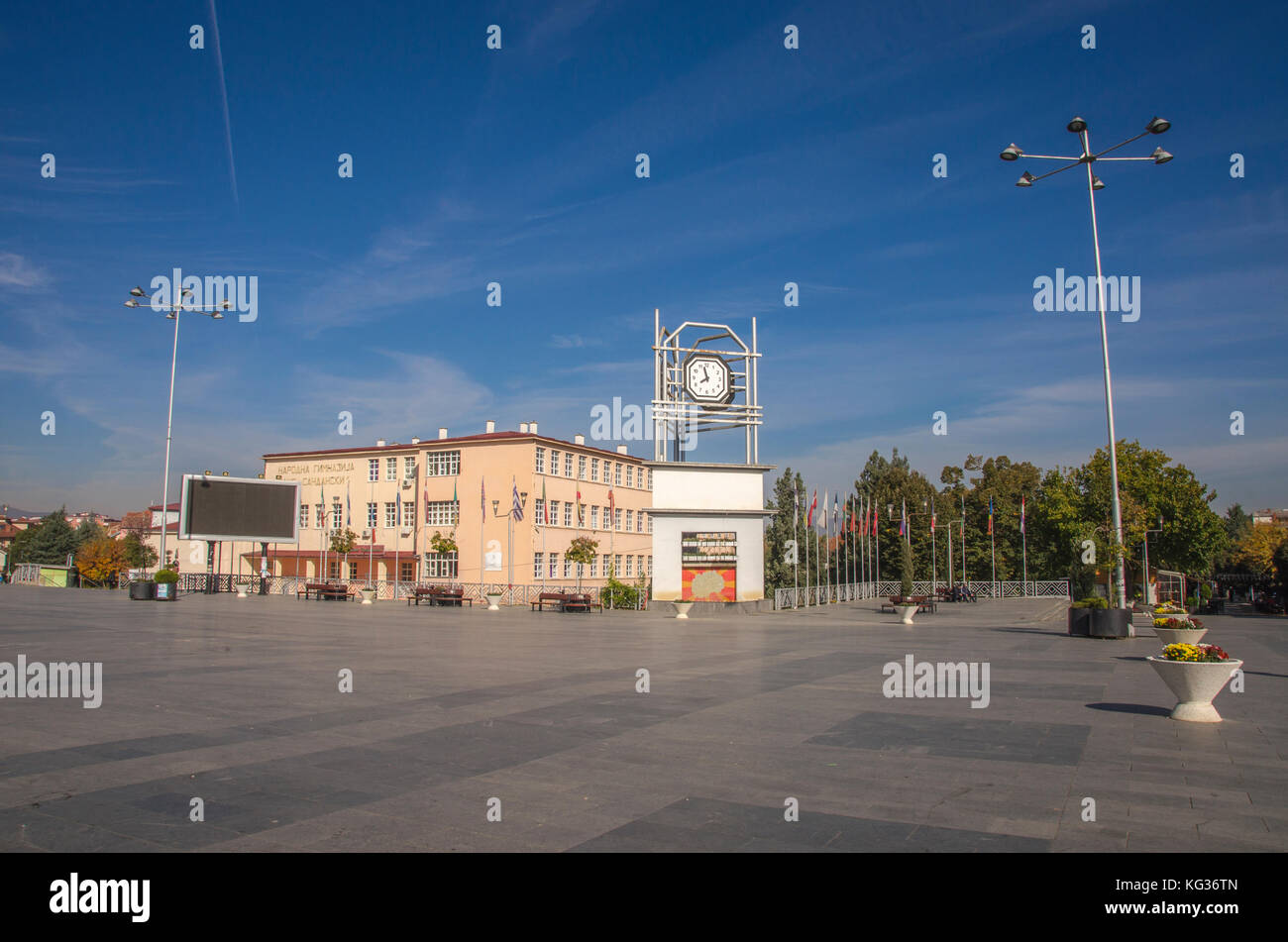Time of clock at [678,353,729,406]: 7:57
